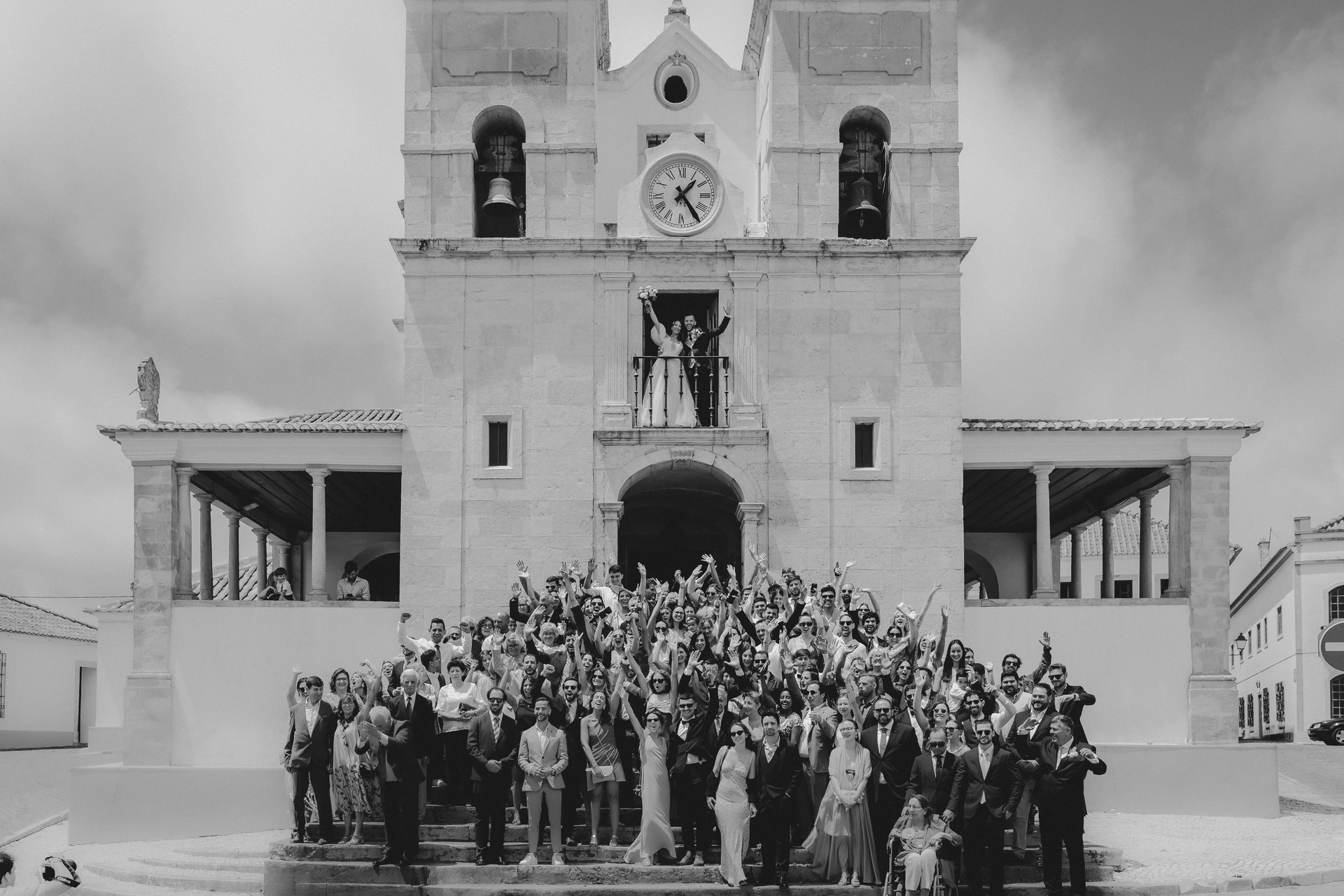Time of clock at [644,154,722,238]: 1:24
